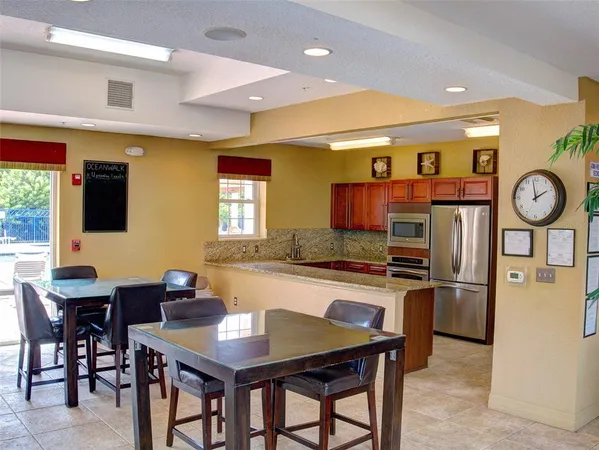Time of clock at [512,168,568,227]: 1:58
